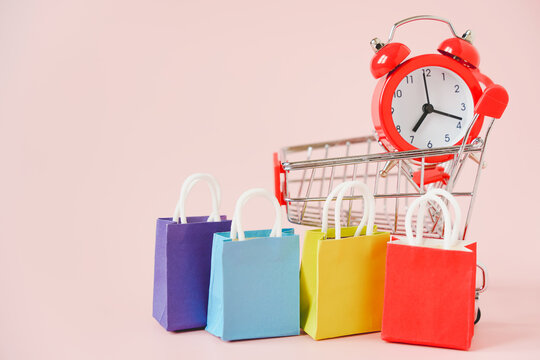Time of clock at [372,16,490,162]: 7:18
